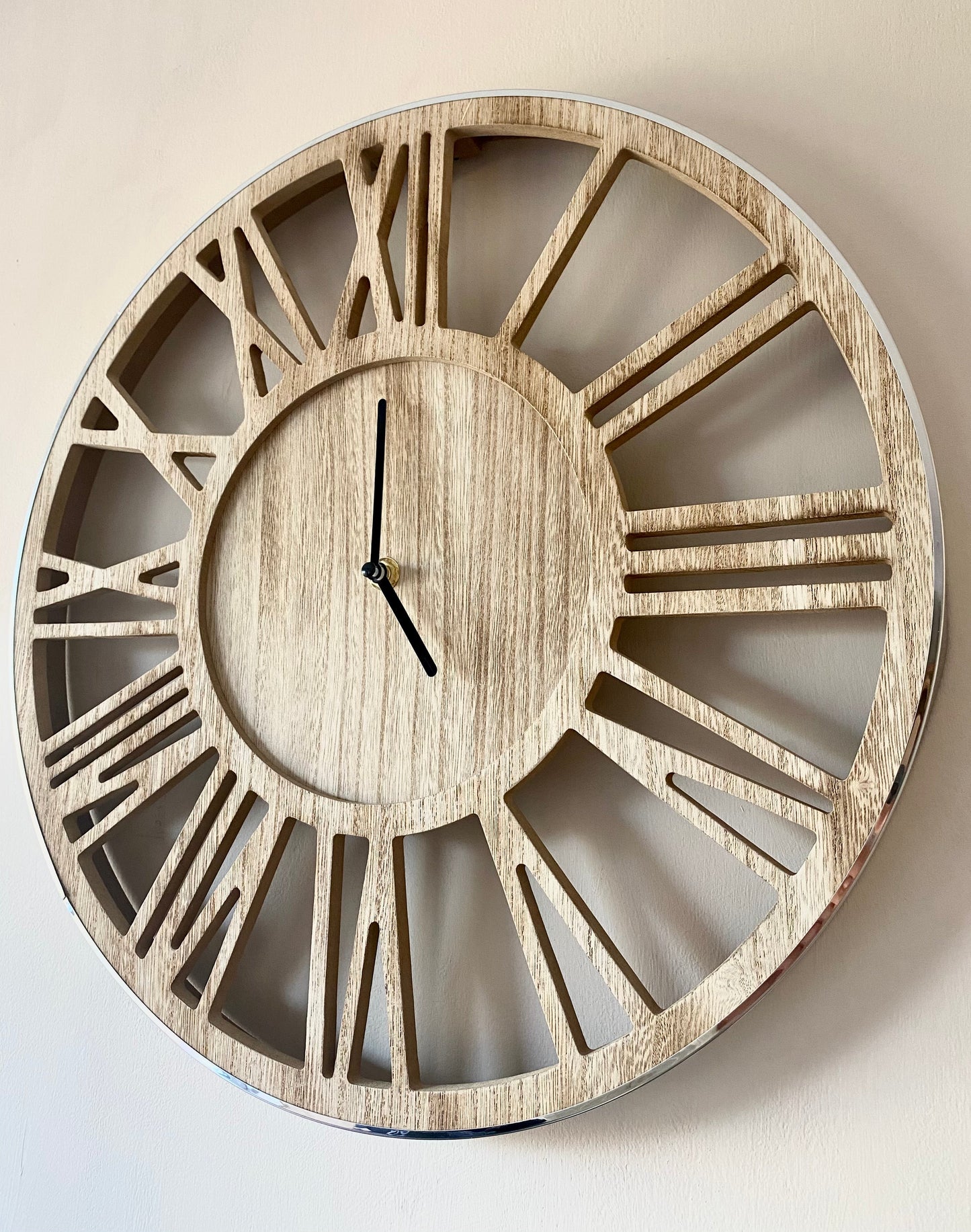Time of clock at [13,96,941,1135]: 5:00
